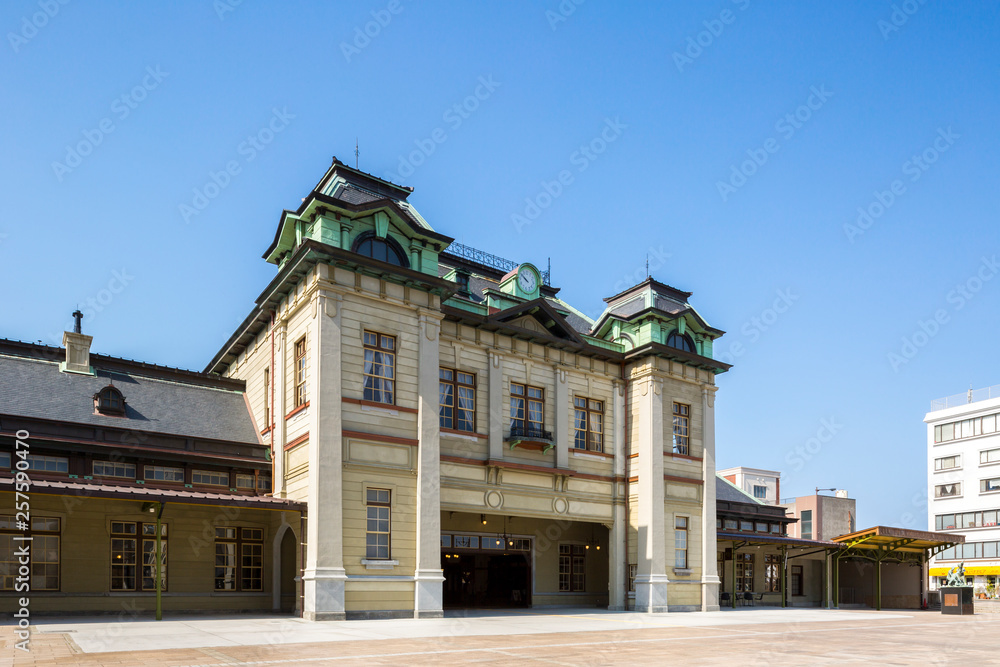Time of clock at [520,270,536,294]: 9:50
